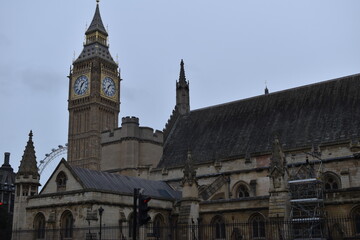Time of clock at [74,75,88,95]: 1:33
